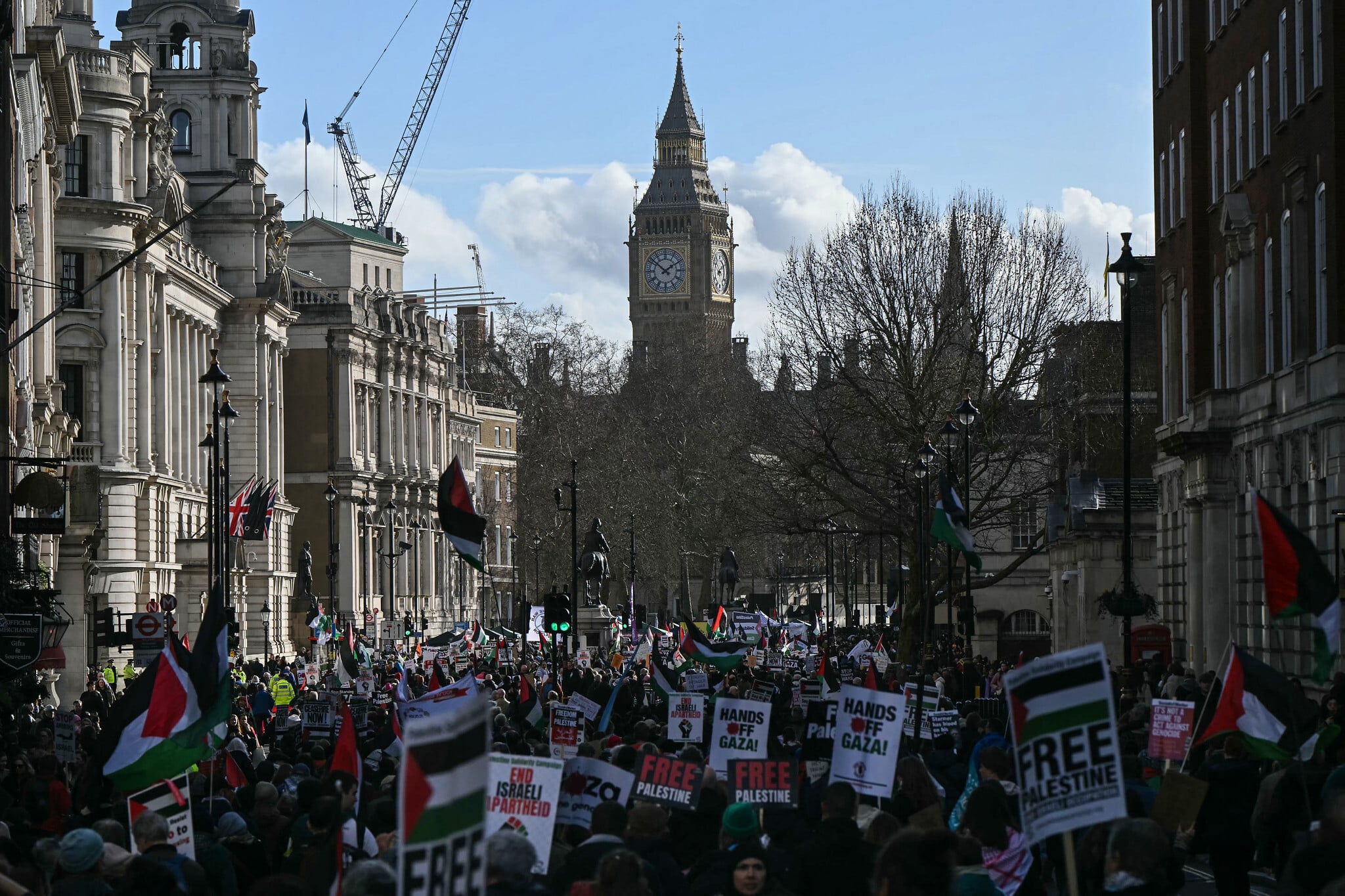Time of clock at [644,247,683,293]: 1:51
